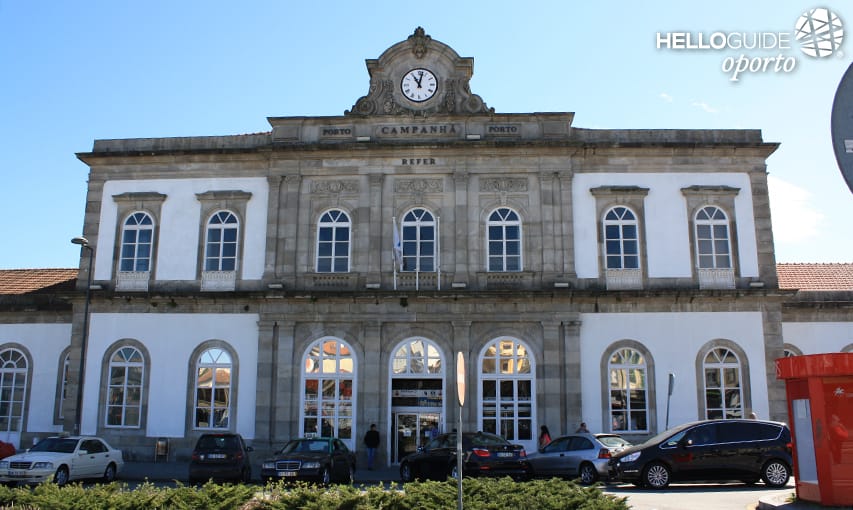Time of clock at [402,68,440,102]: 11:02
